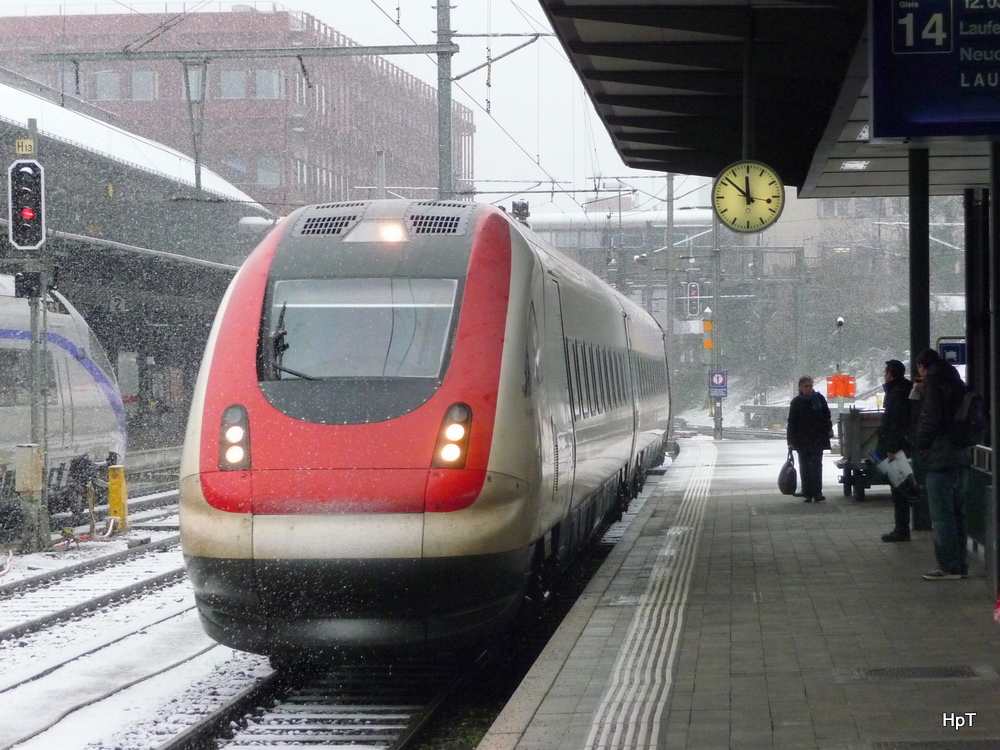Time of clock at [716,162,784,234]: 11:51
